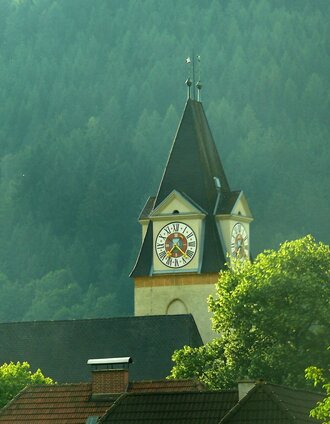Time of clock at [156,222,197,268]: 7:22
